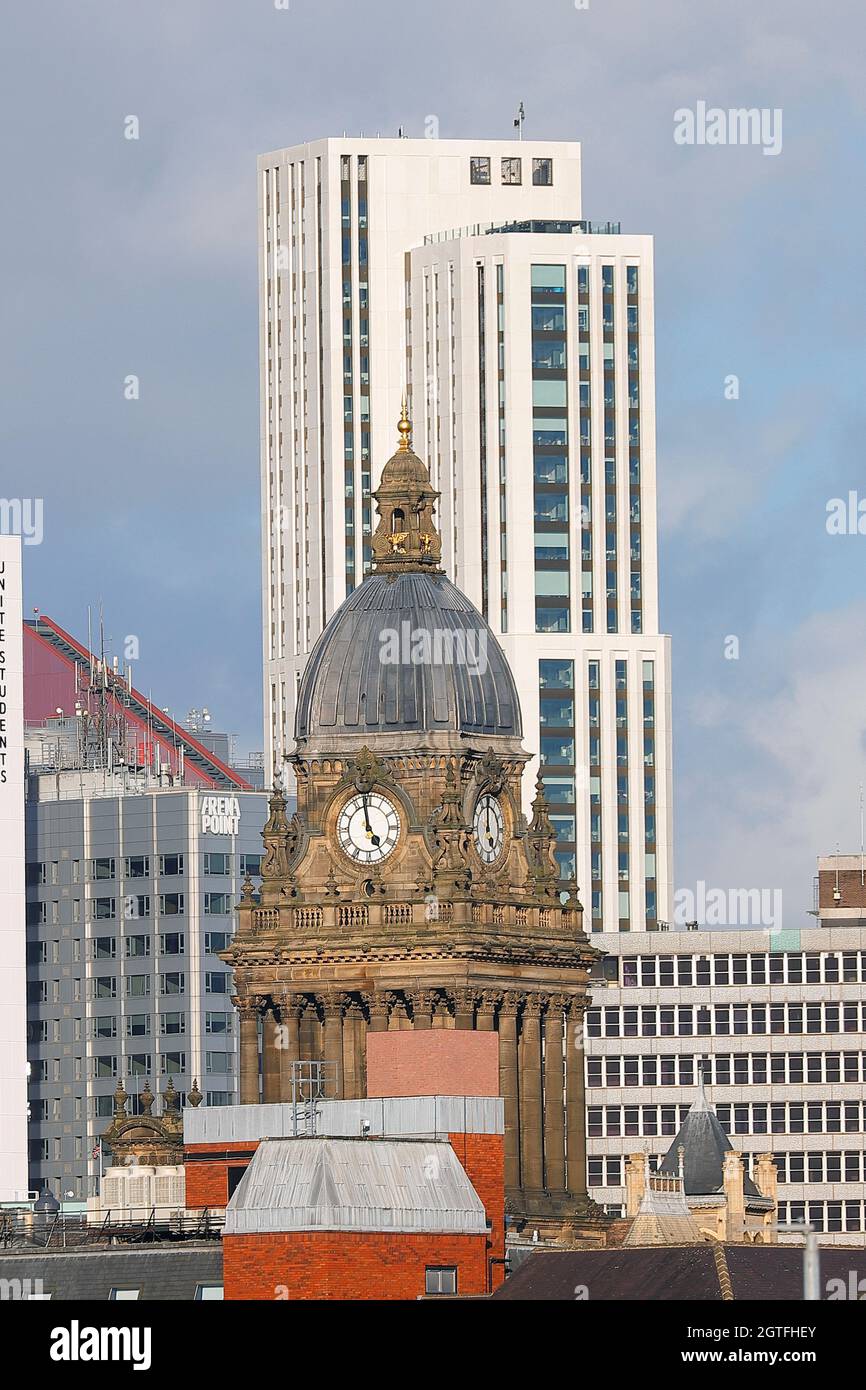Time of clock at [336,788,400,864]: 4:58
